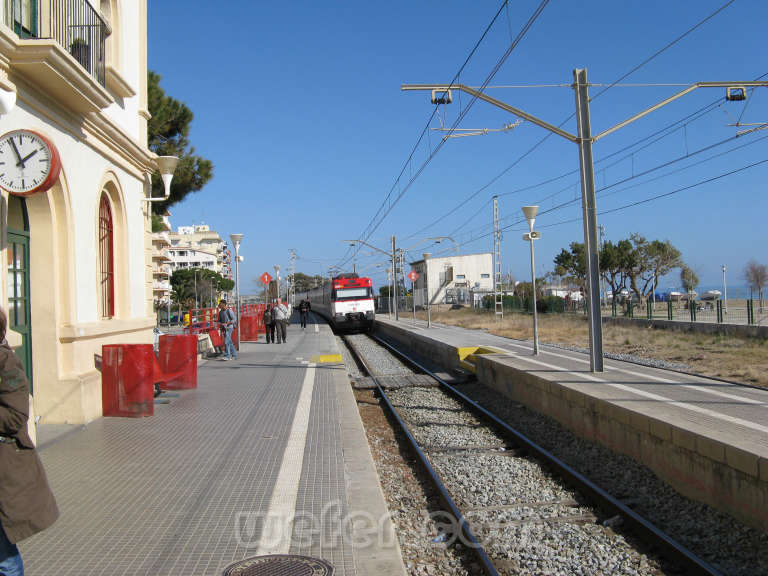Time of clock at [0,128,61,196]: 1:56
